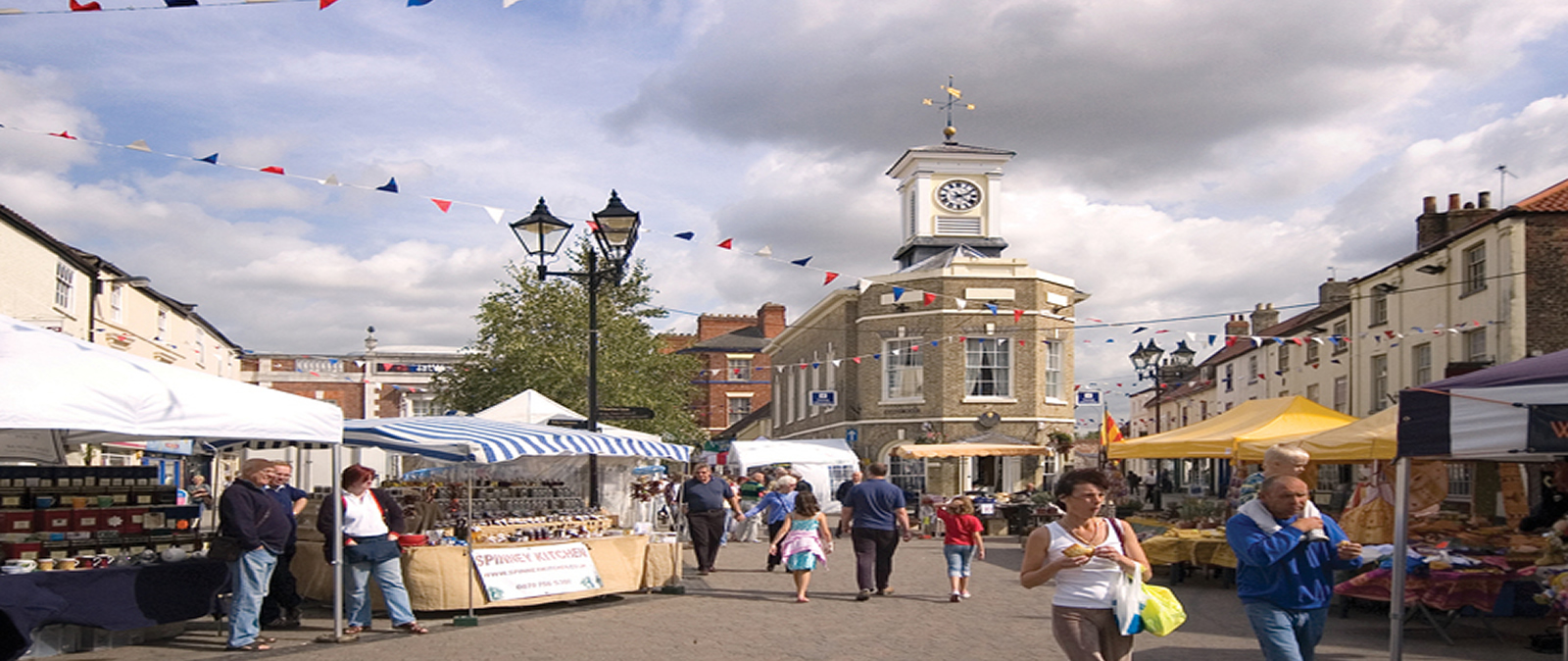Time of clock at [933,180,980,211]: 2:21
